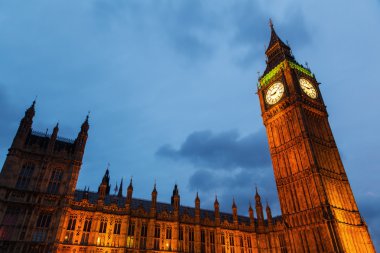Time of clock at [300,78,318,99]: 9:11
